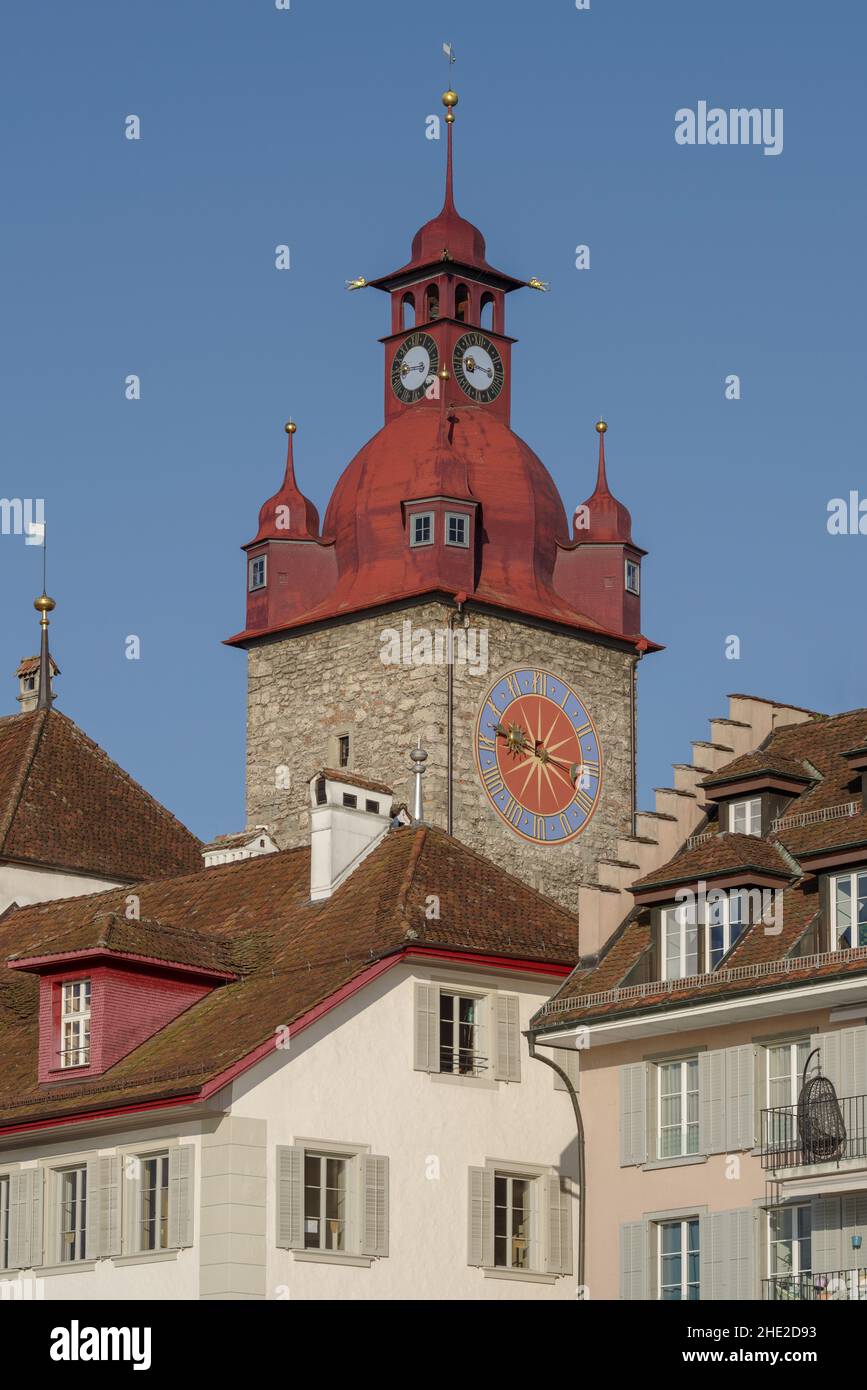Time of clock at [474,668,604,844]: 9:17
